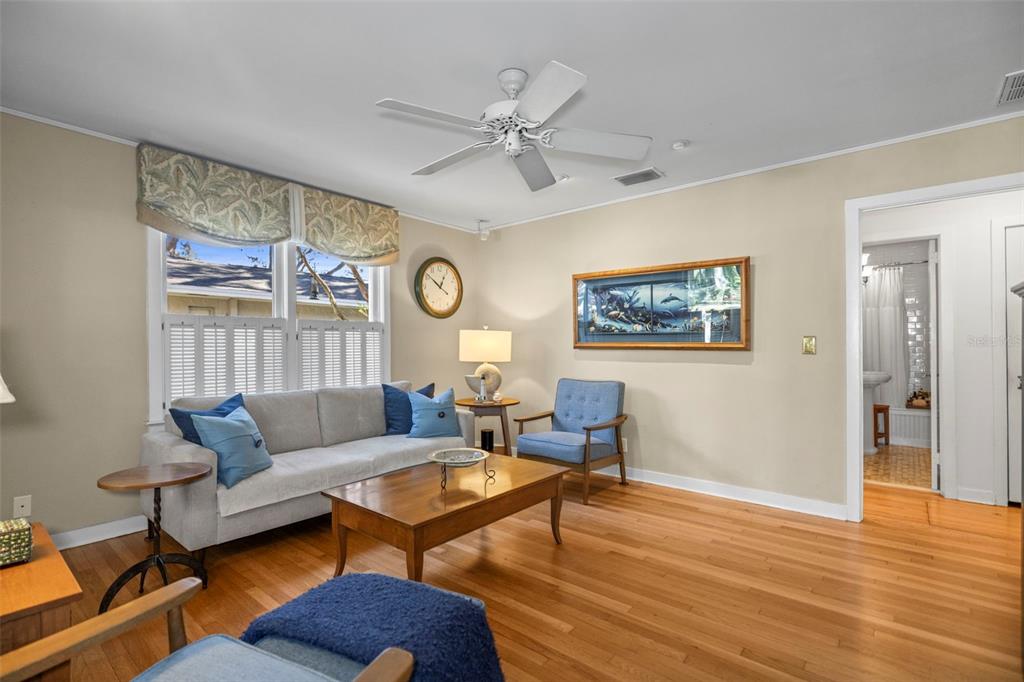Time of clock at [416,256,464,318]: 12:51
